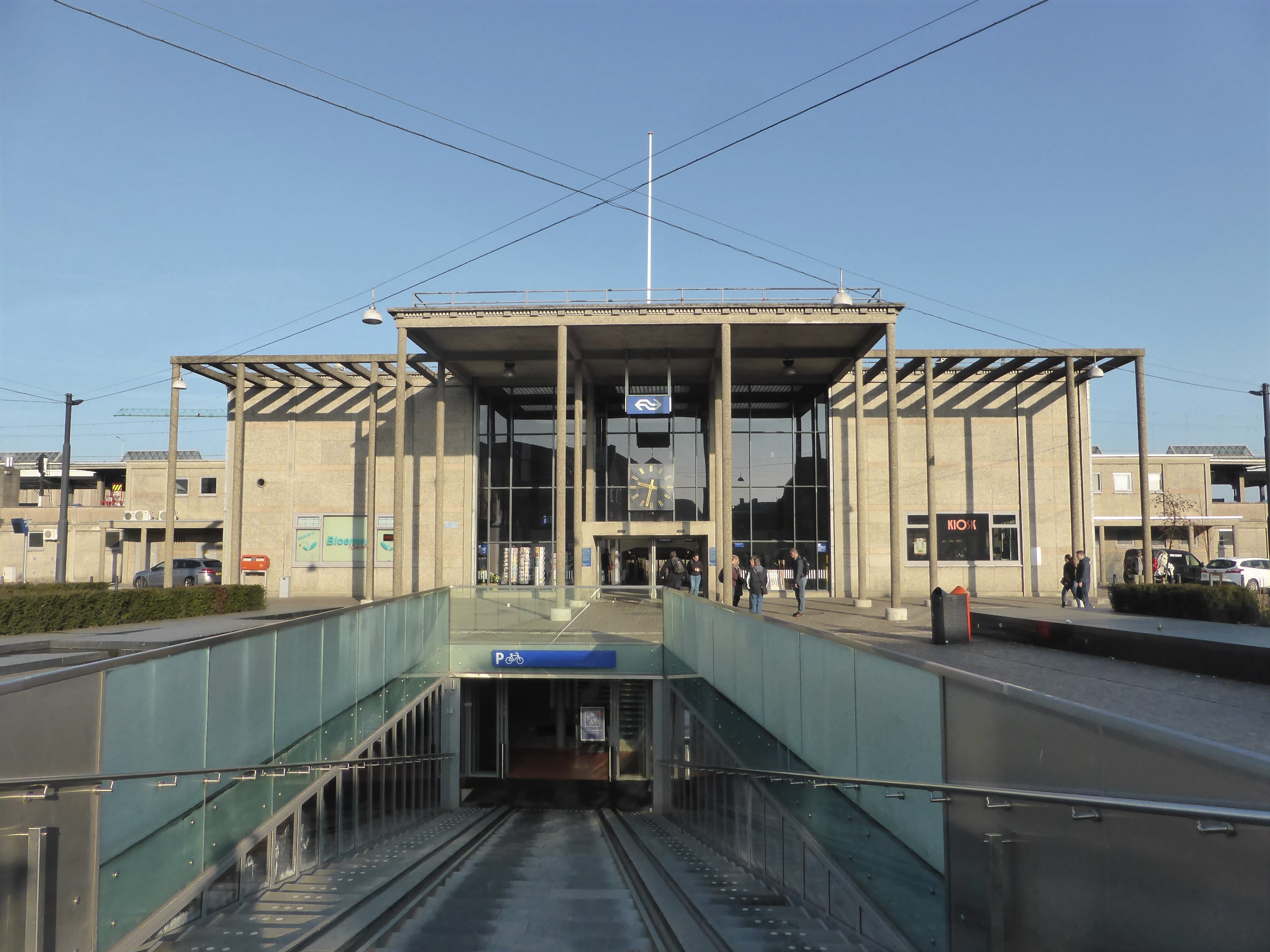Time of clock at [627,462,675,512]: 9:32
